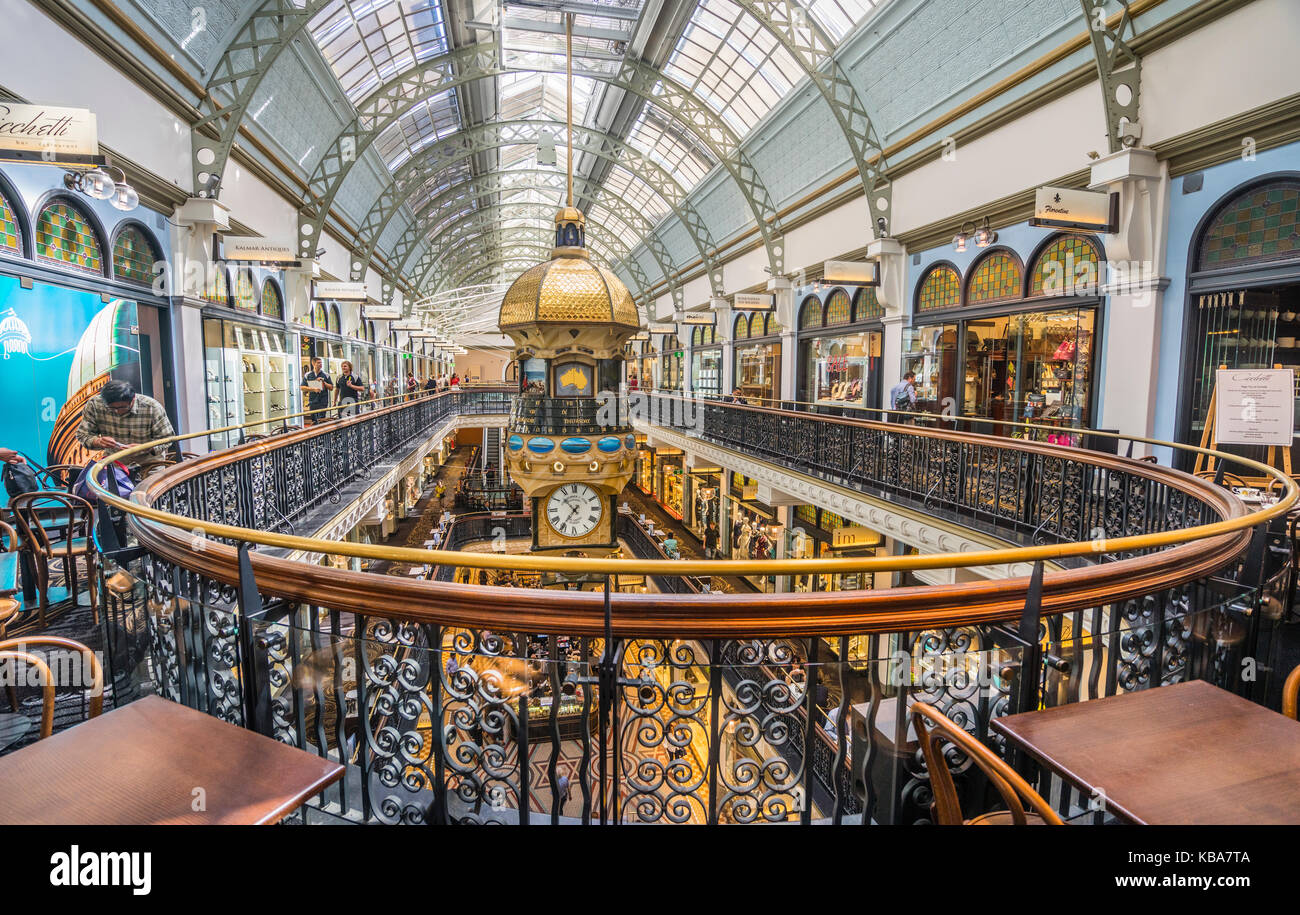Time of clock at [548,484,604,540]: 10:36
